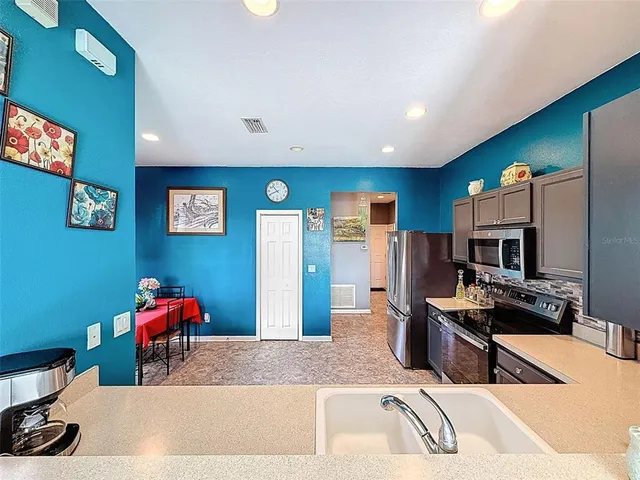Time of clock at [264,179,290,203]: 10:41
